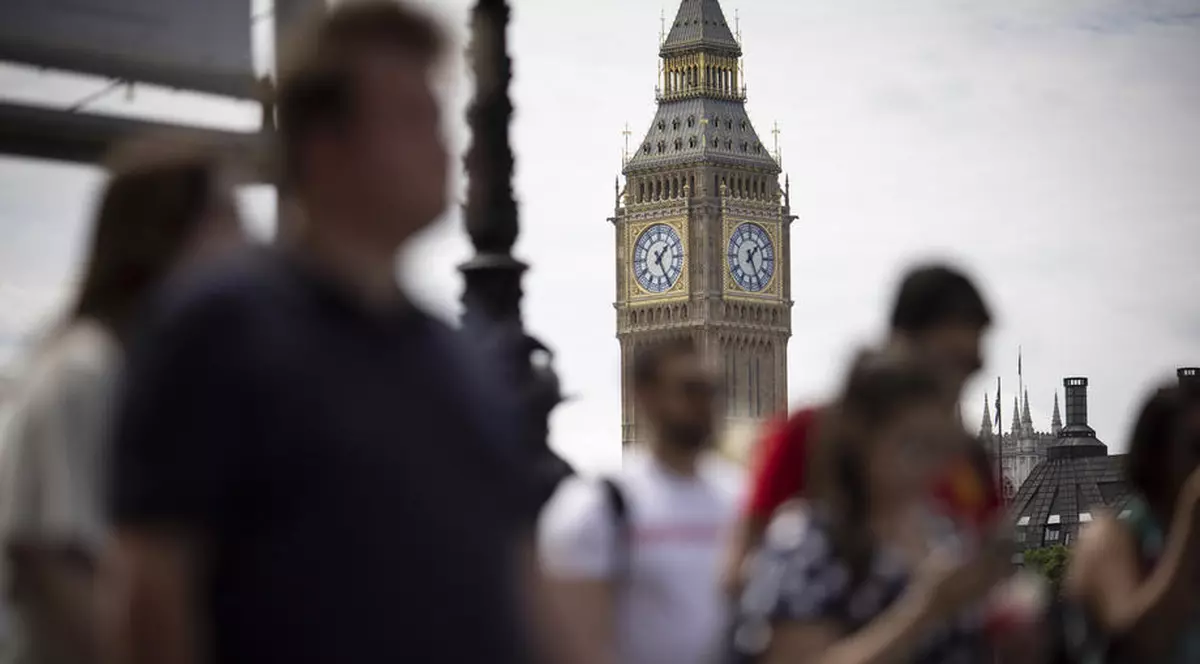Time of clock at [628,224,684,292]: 1:25
